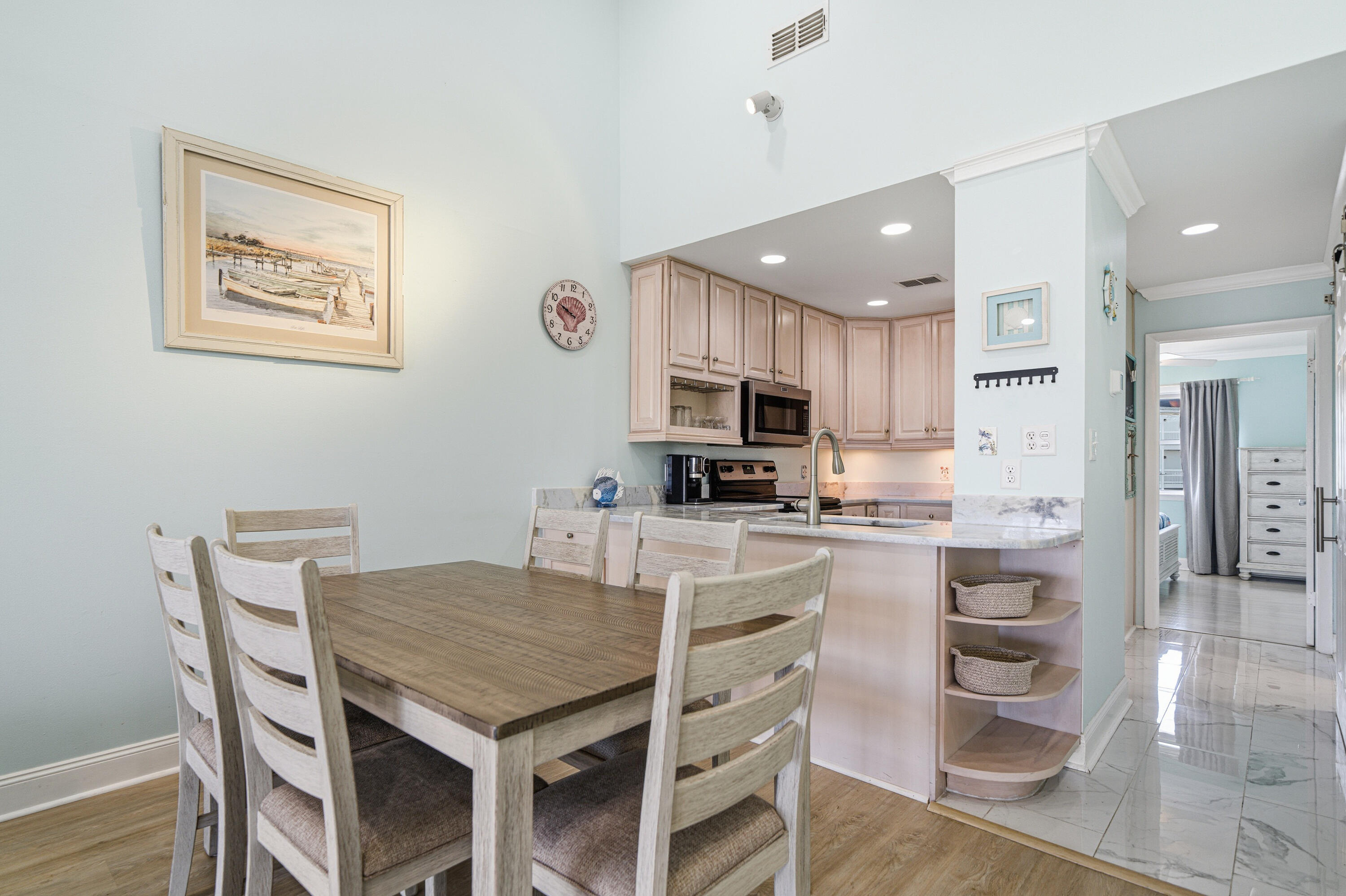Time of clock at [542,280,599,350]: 9:48
